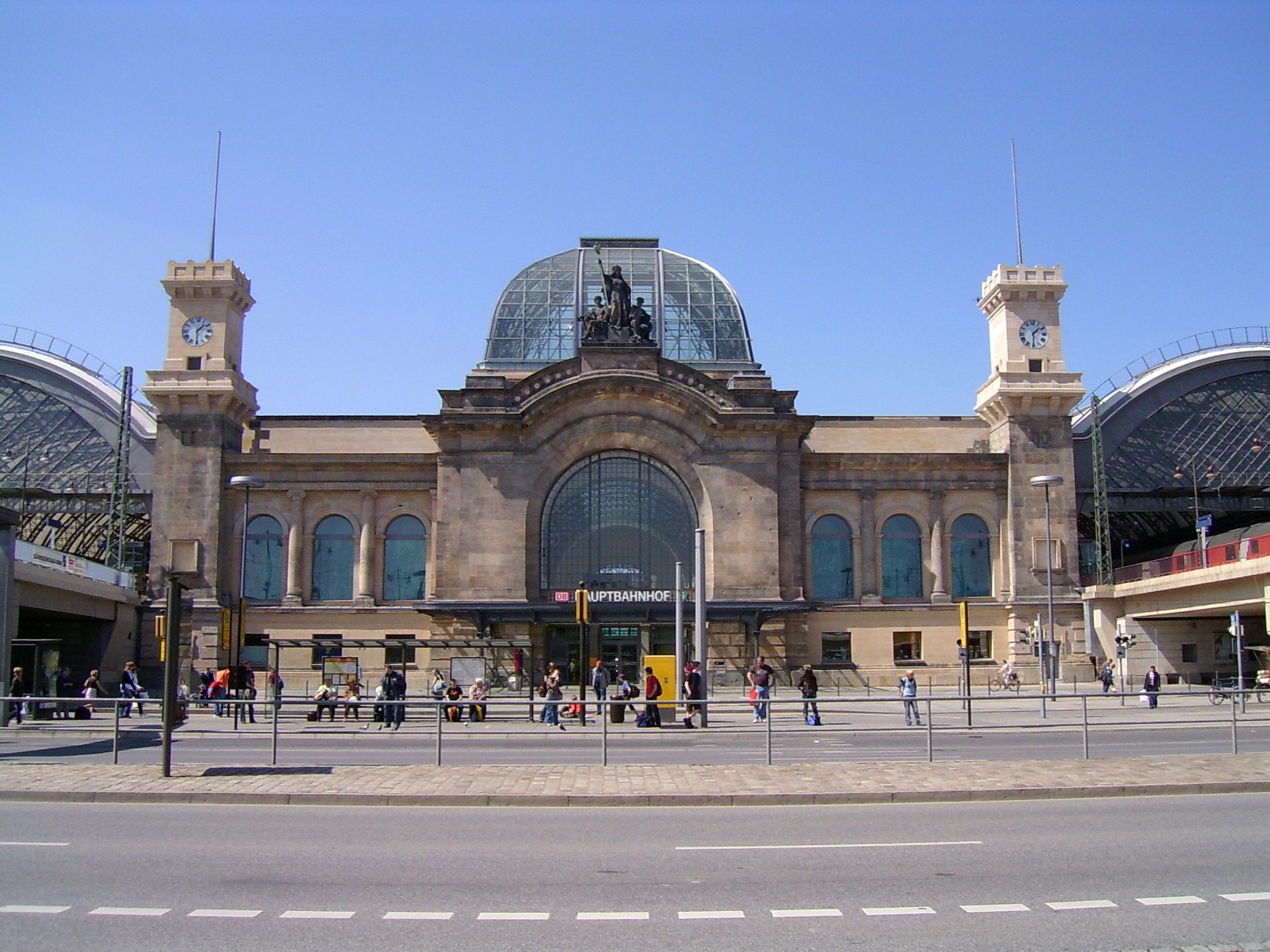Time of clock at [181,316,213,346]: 1:29
